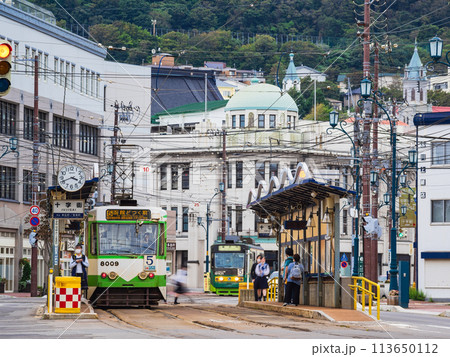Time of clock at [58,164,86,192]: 3:41
